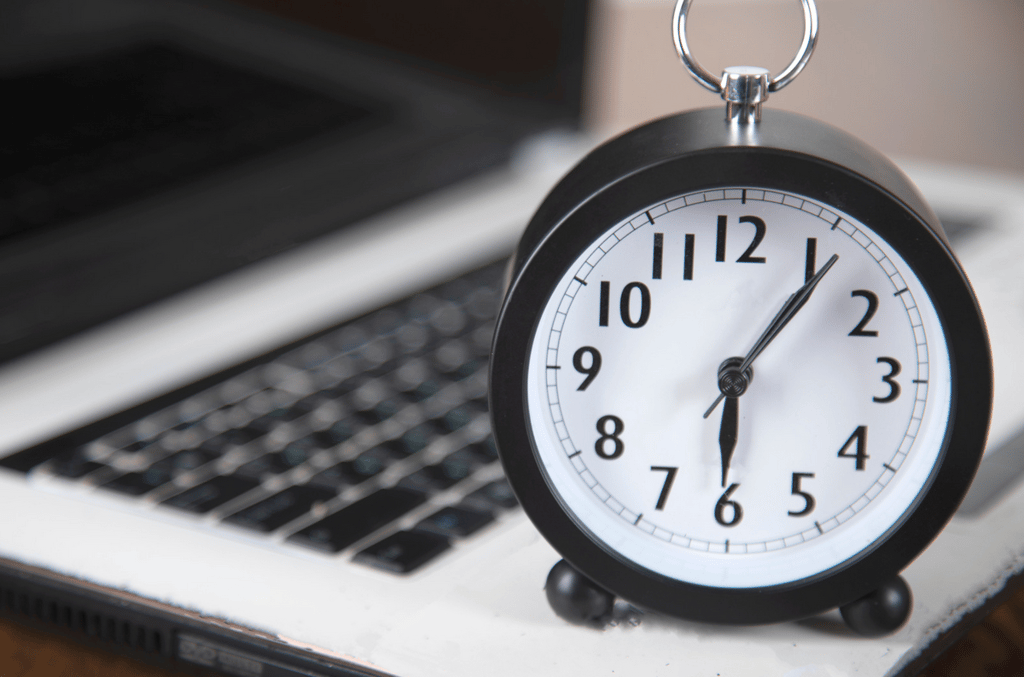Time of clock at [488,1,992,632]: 6:06
